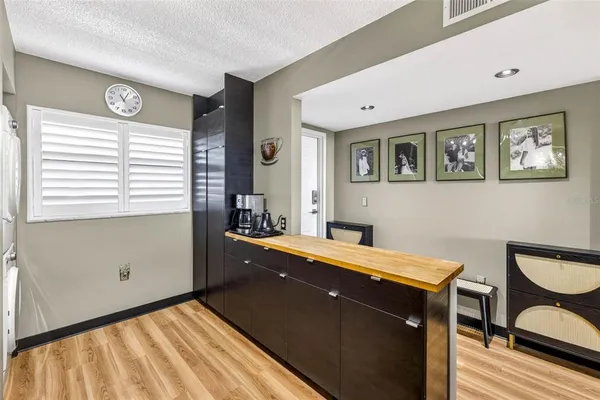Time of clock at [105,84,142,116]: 11:04
